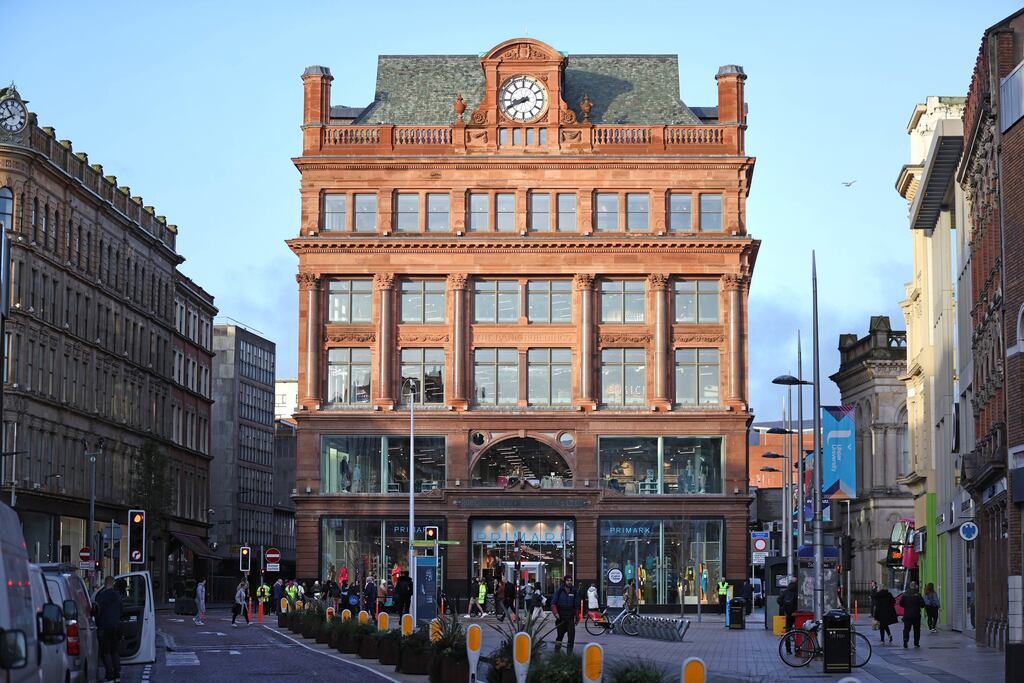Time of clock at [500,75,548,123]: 8:40
